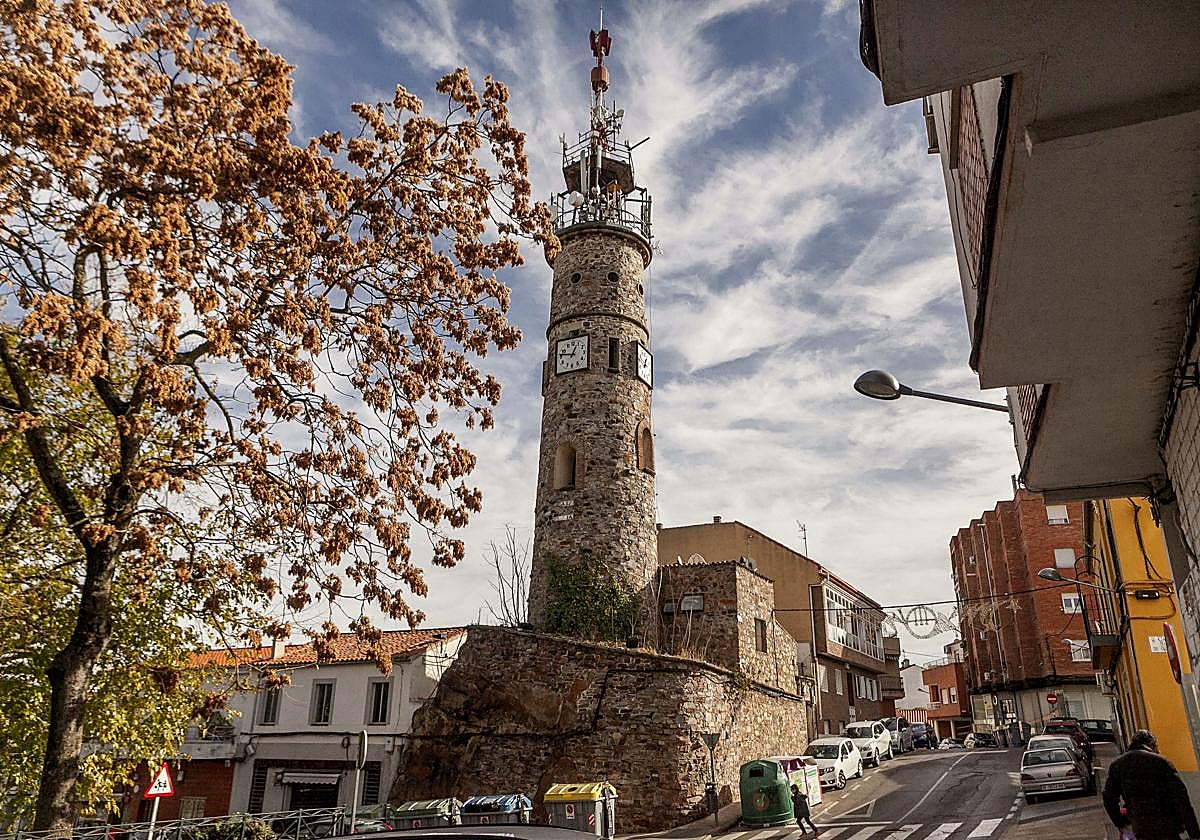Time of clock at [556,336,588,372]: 12:46
